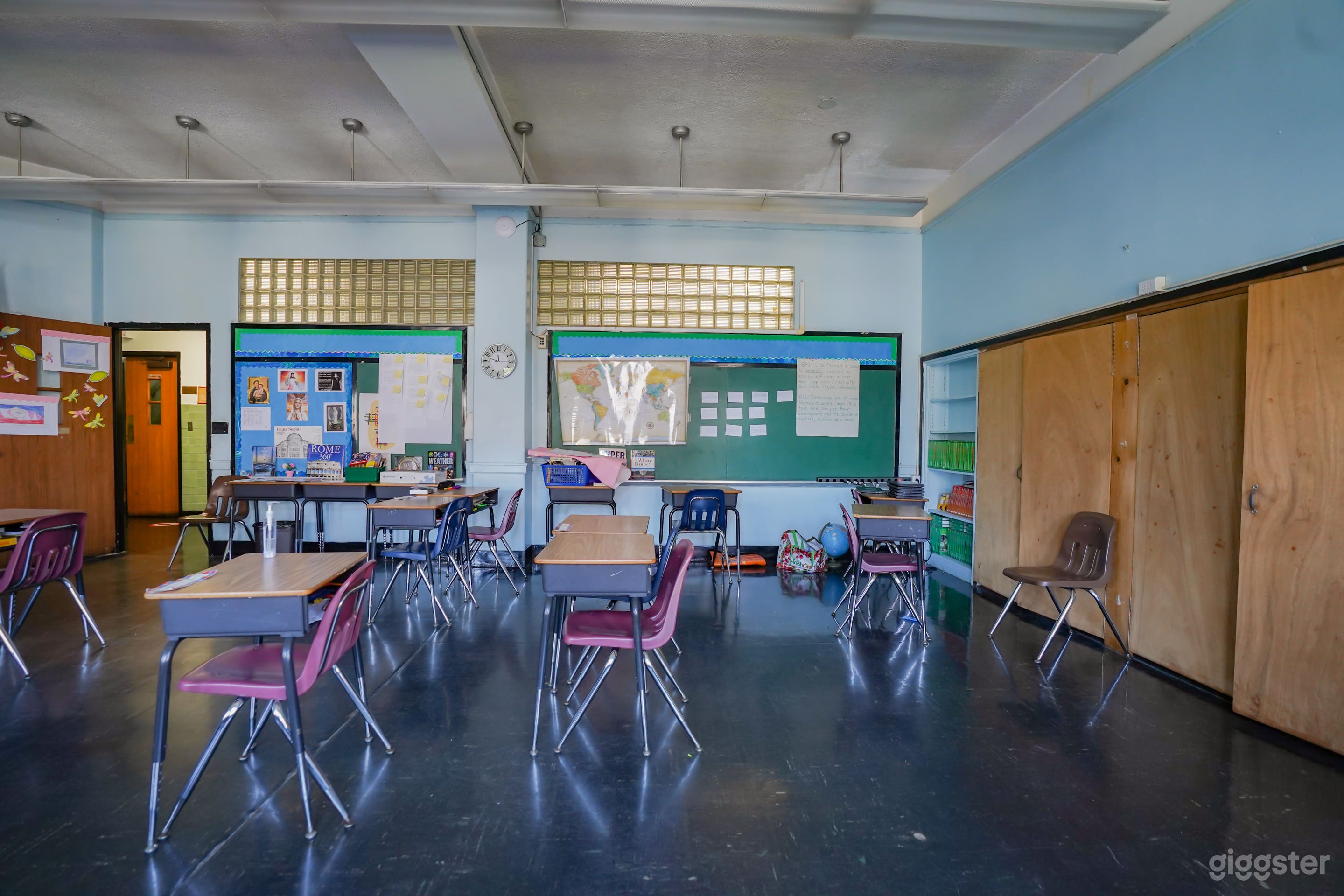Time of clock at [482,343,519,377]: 11:48
